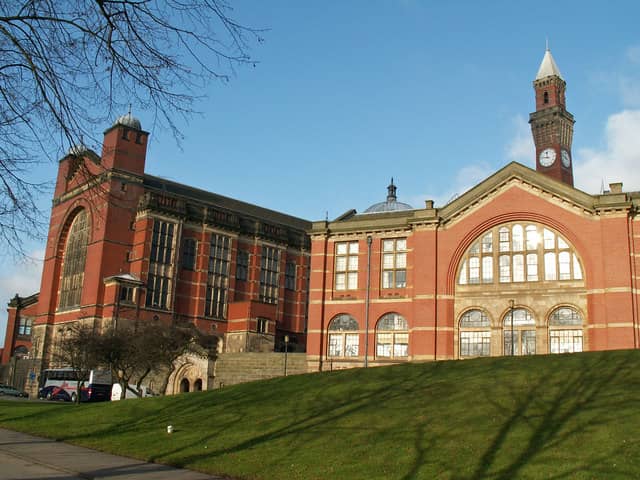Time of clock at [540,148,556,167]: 11:46
